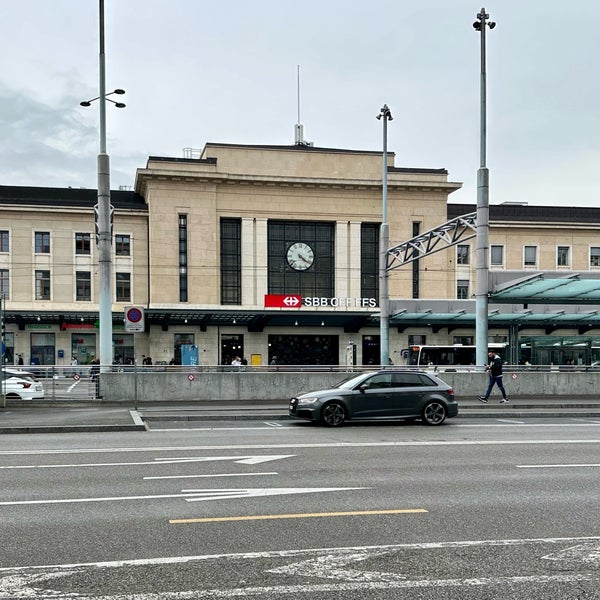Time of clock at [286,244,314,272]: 4:21
